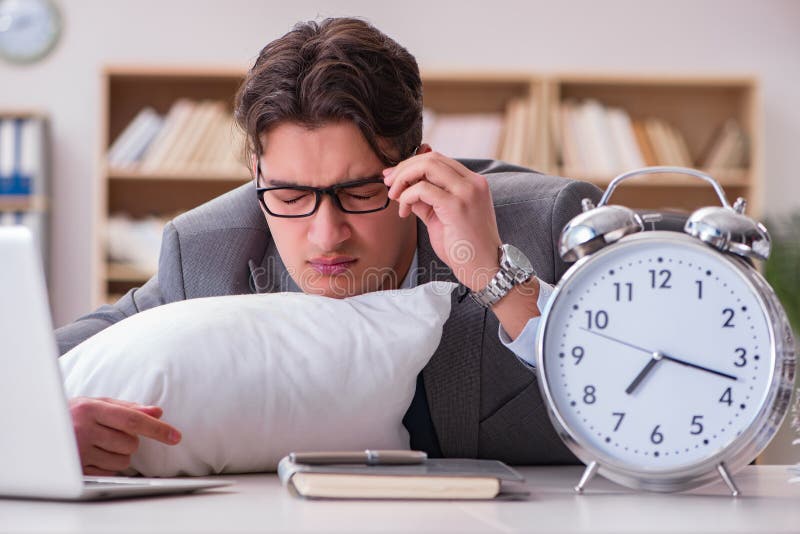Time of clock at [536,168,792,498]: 7:17
